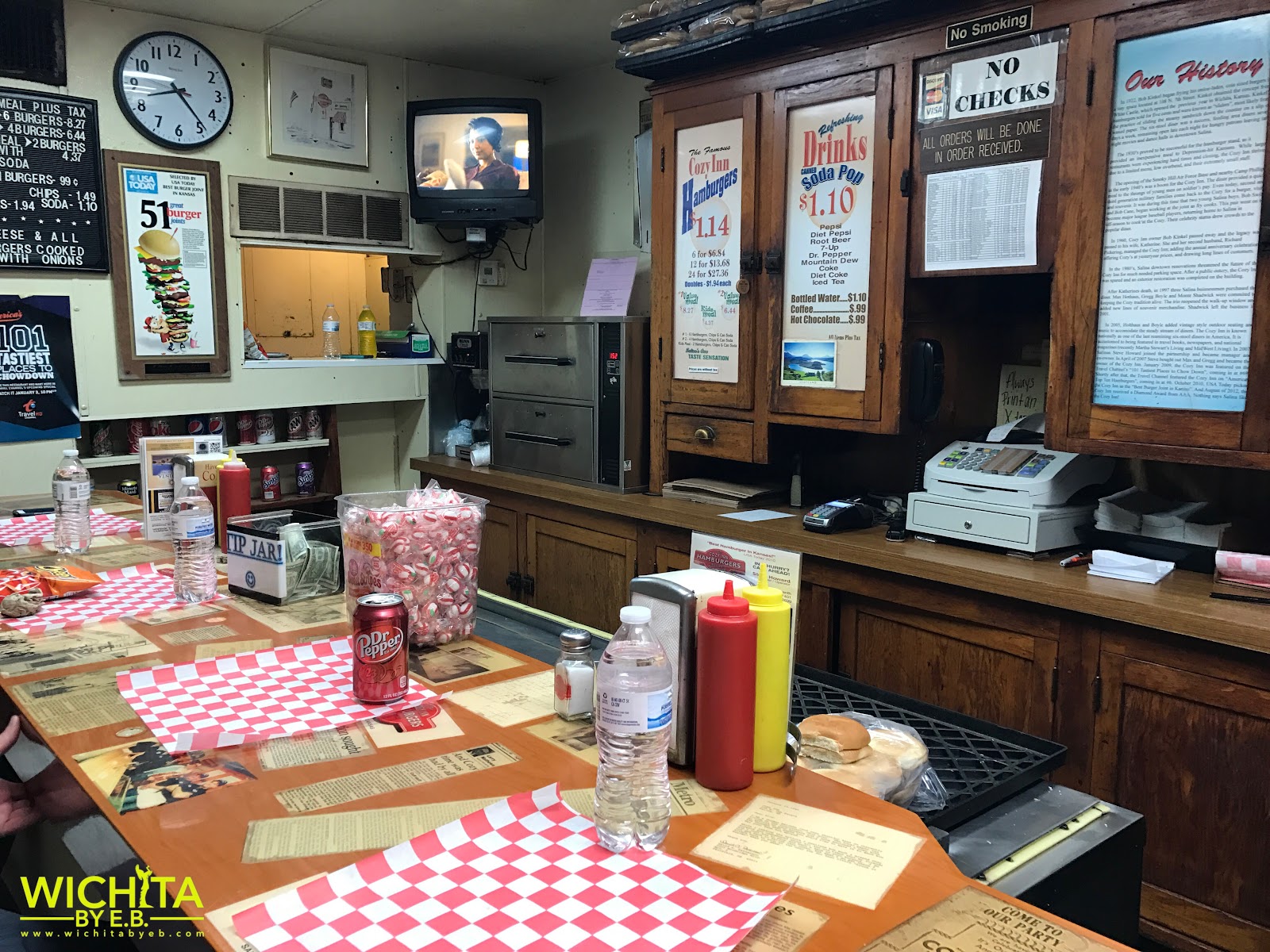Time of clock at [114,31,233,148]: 8:23
